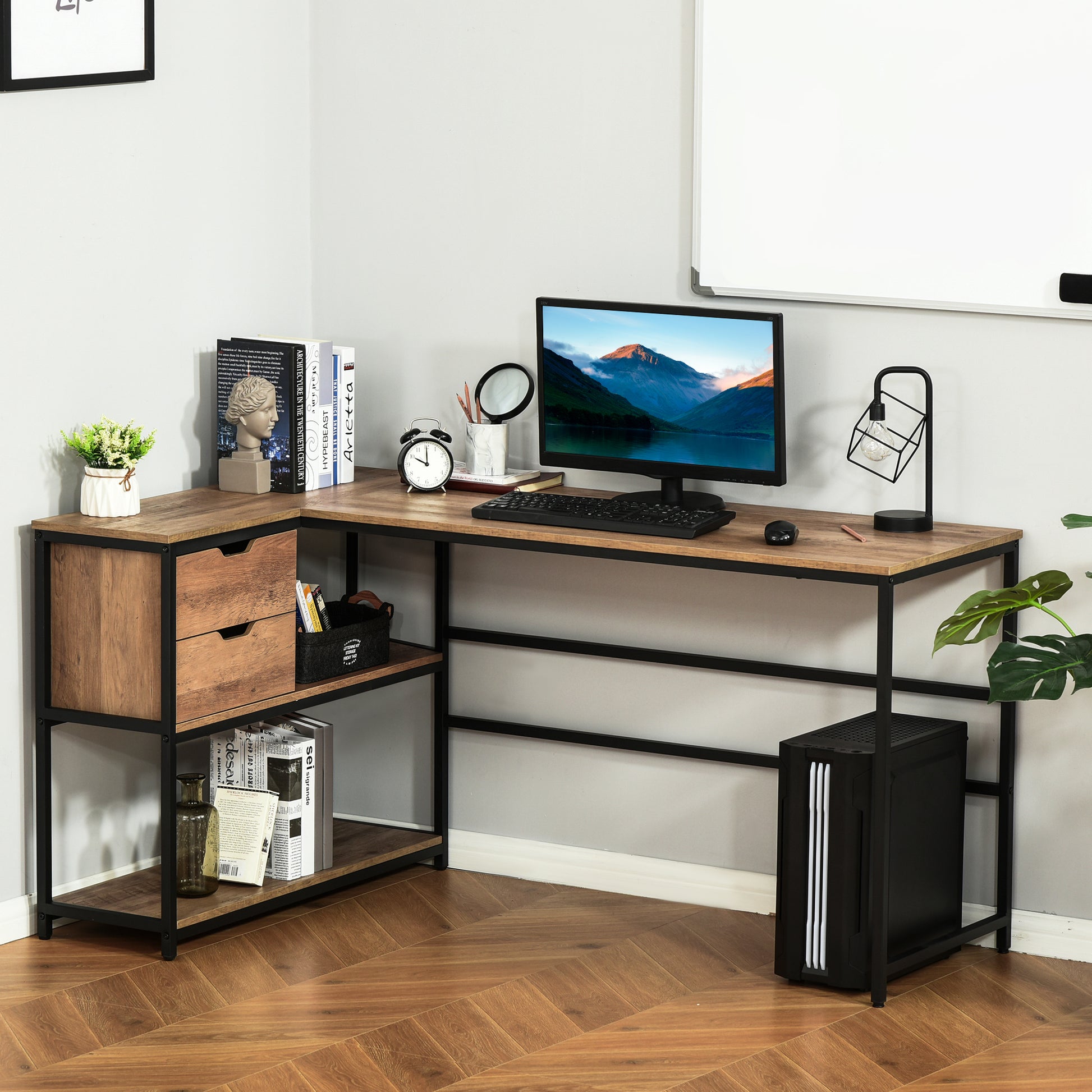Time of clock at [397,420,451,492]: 10:00
